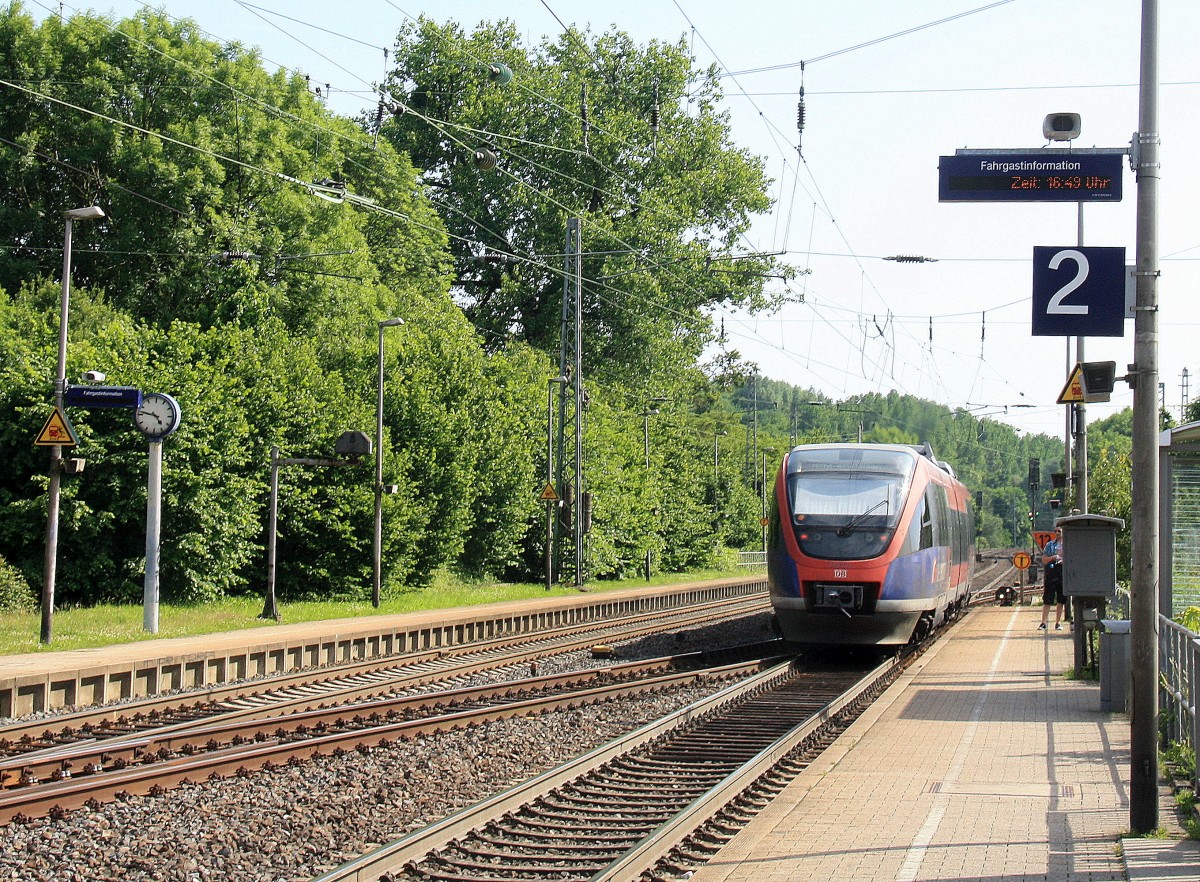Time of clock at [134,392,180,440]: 4:46
